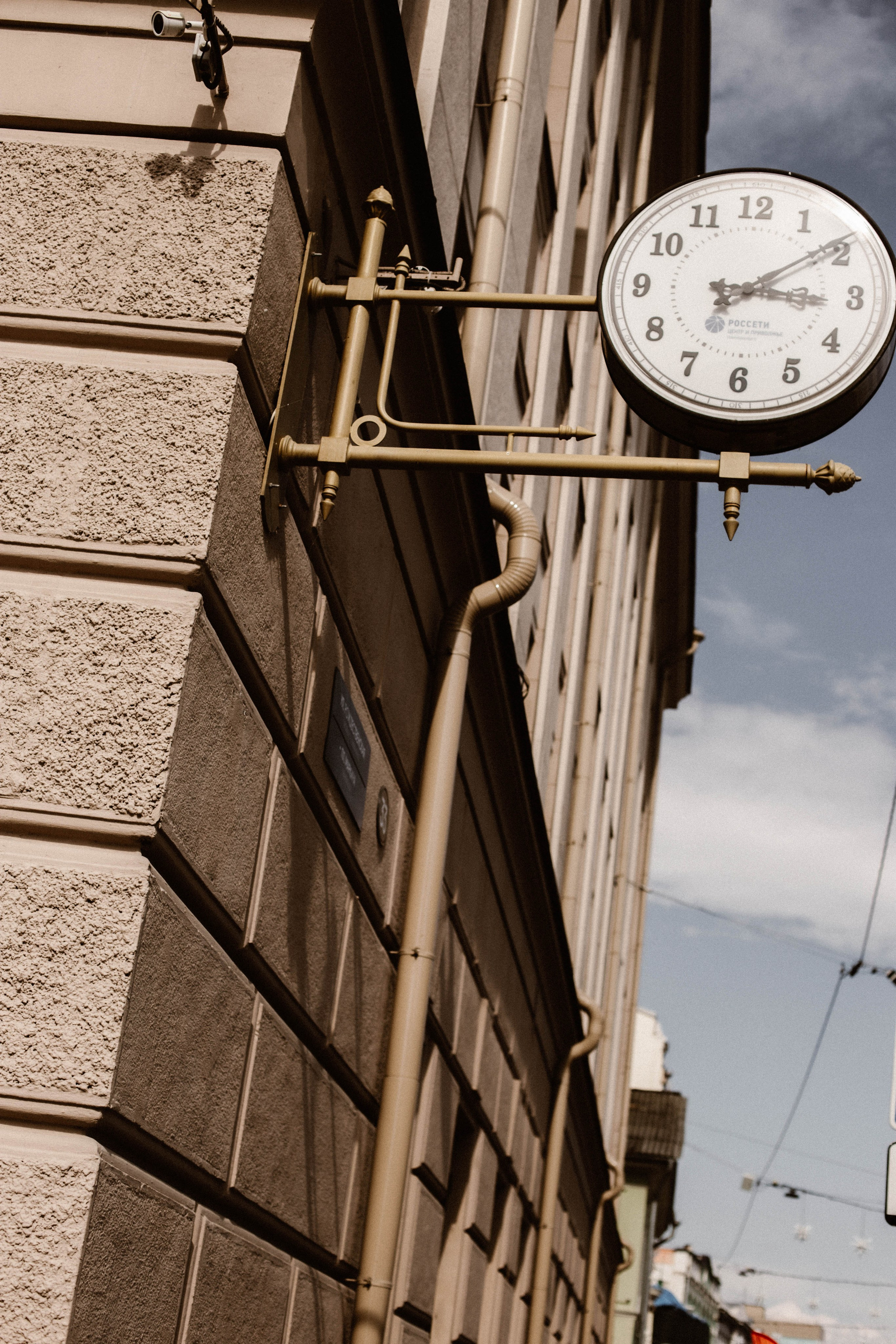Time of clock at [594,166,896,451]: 3:09
